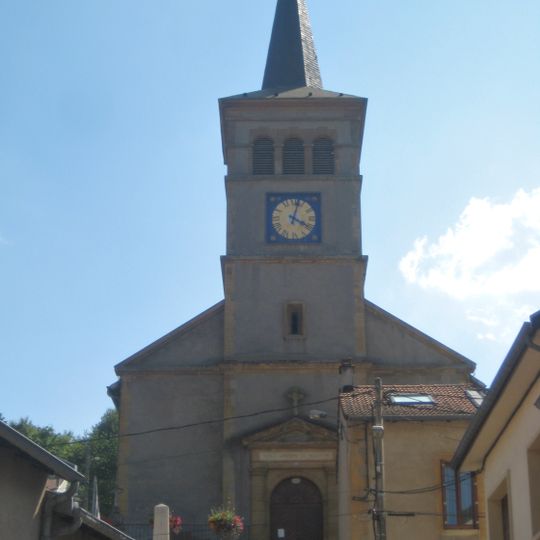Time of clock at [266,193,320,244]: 4:02
